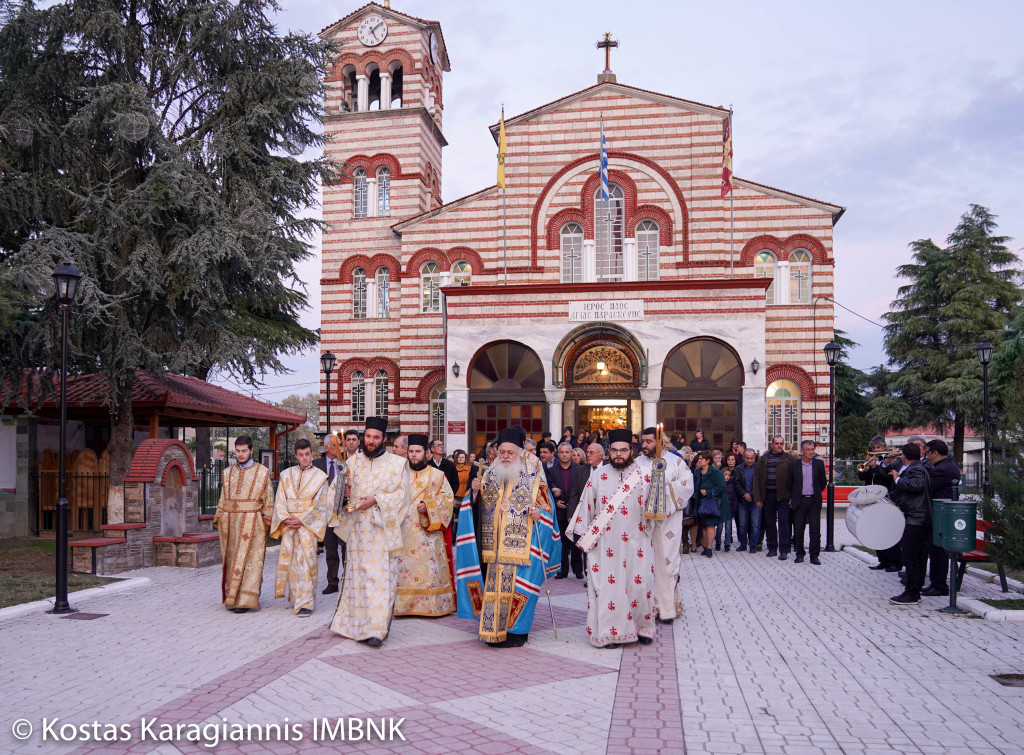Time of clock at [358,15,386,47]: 5:08
